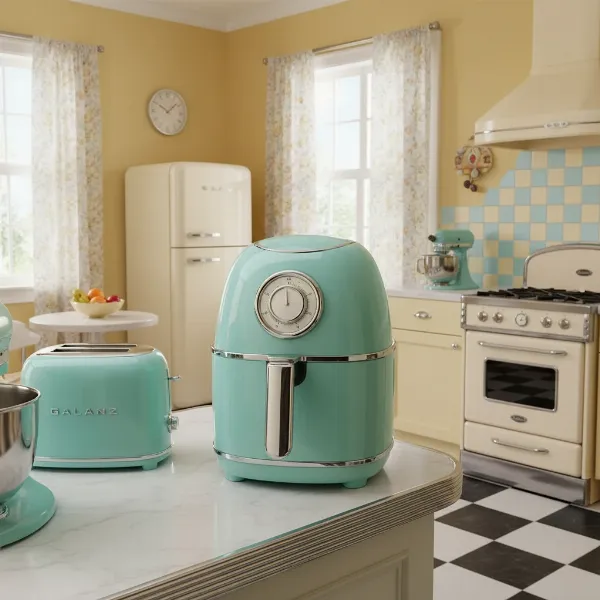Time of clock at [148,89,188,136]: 10:08
